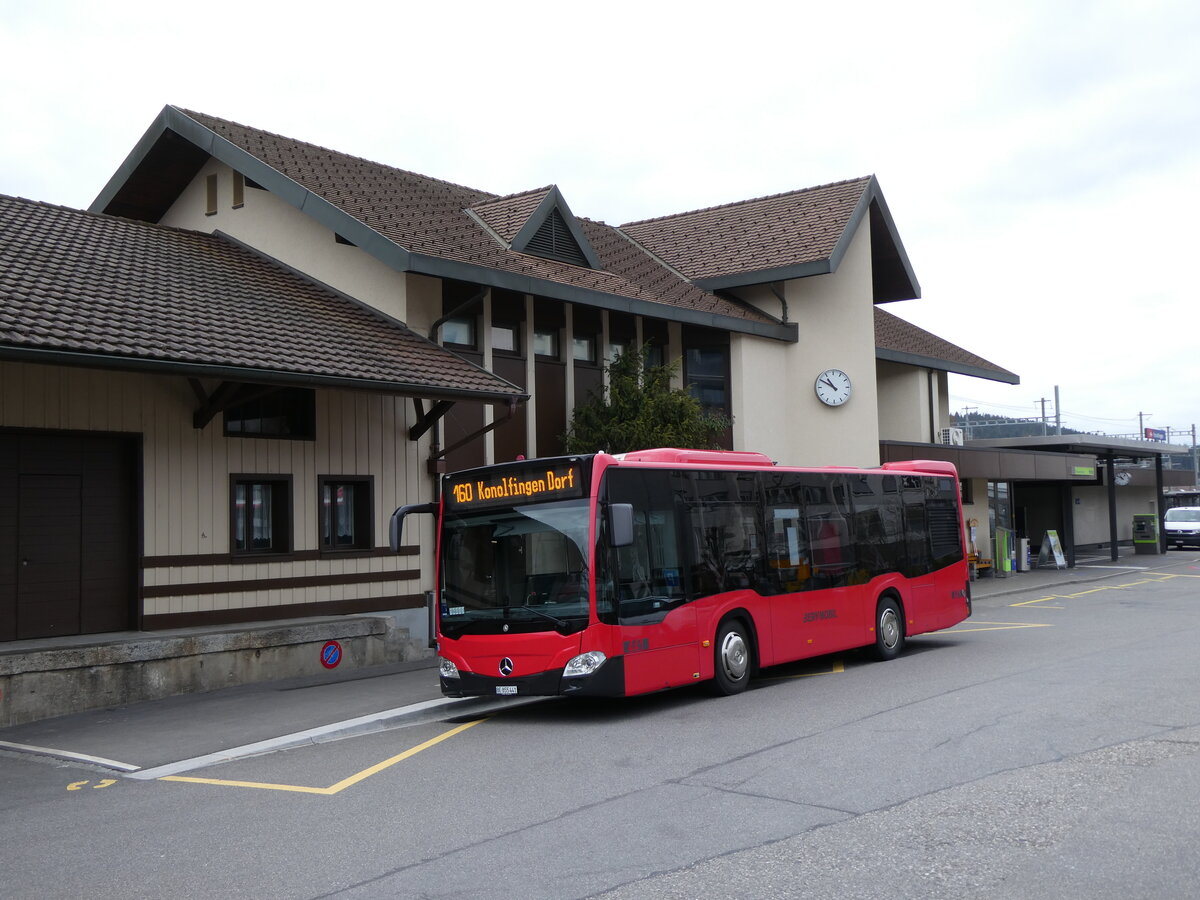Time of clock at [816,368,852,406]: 10:50
